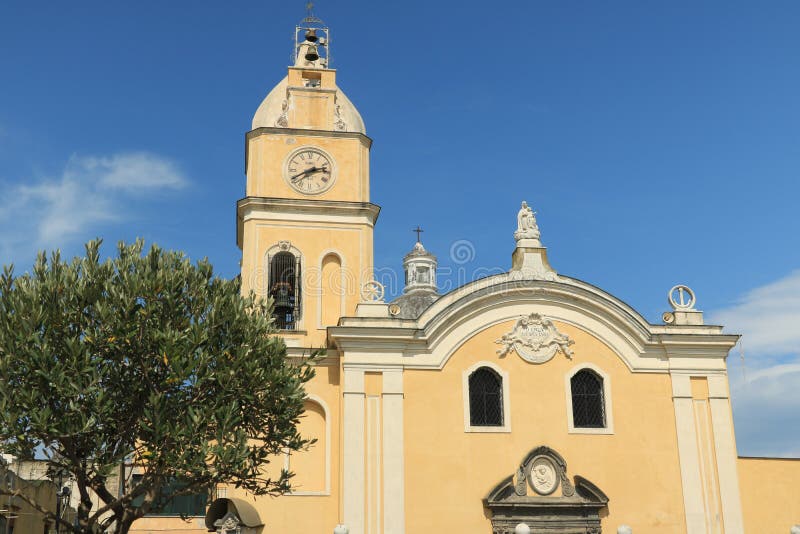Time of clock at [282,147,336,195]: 2:40
